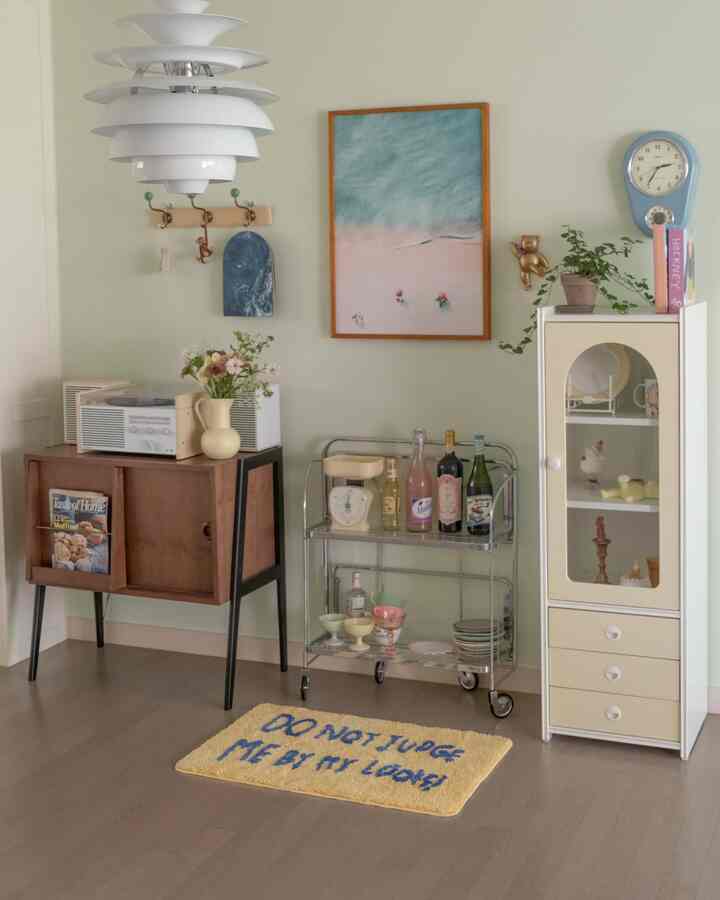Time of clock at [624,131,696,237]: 2:35
